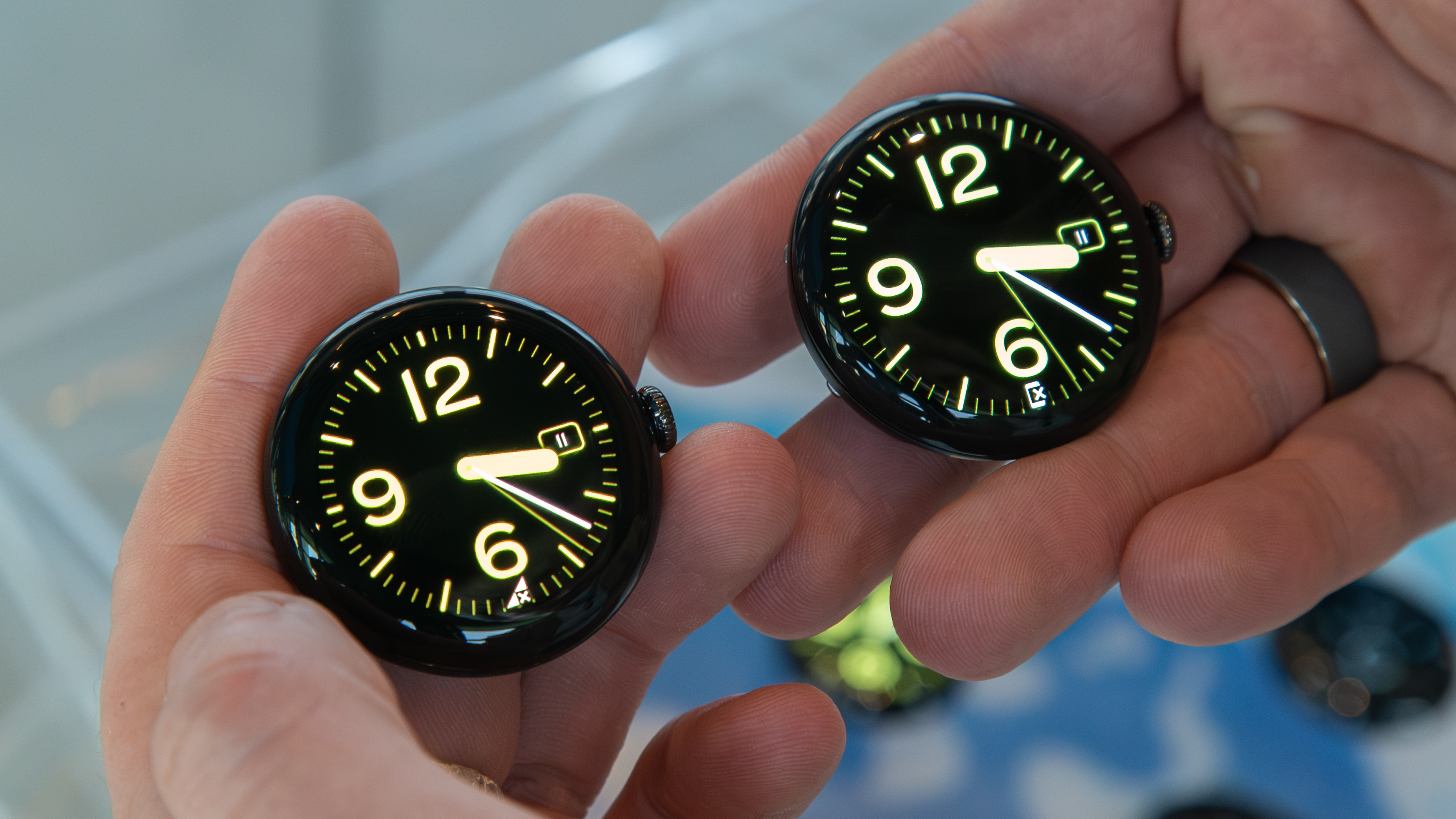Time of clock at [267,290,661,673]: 3:22
